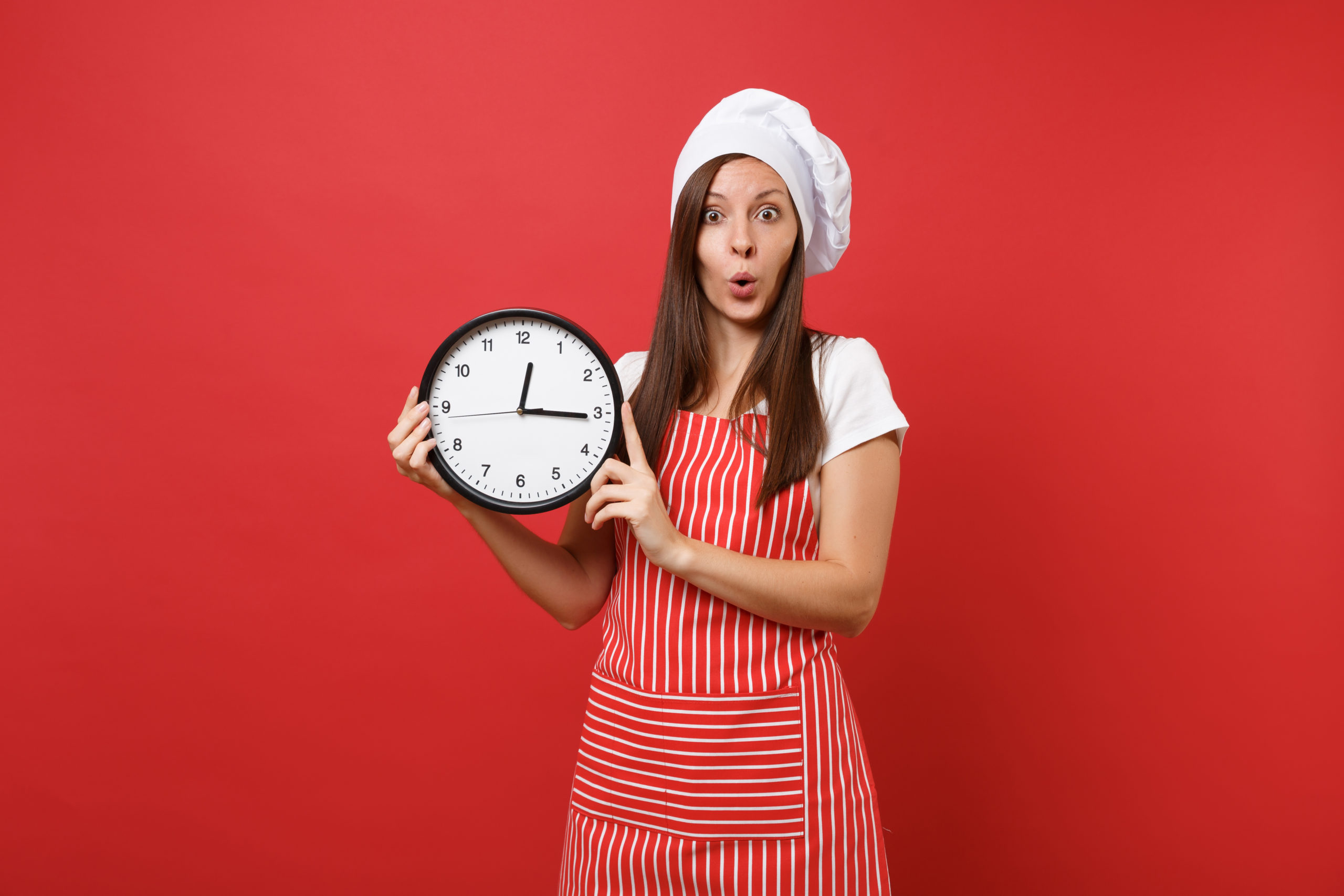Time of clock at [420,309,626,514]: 12:15
